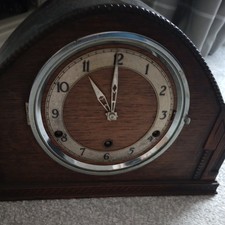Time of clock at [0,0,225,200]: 11:00
